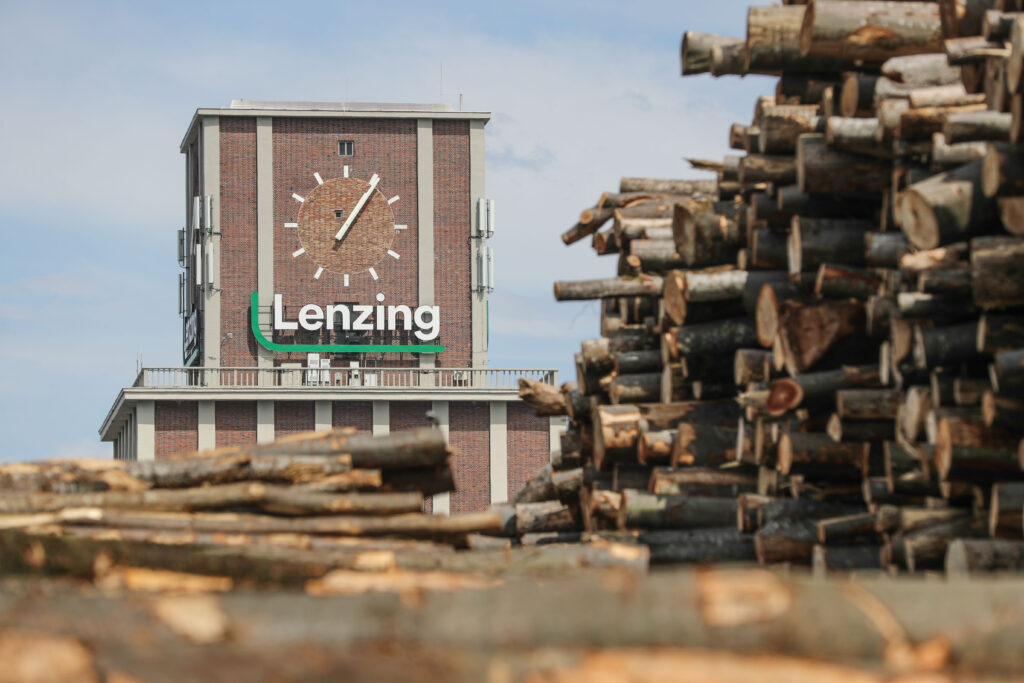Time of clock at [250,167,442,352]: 1:06
